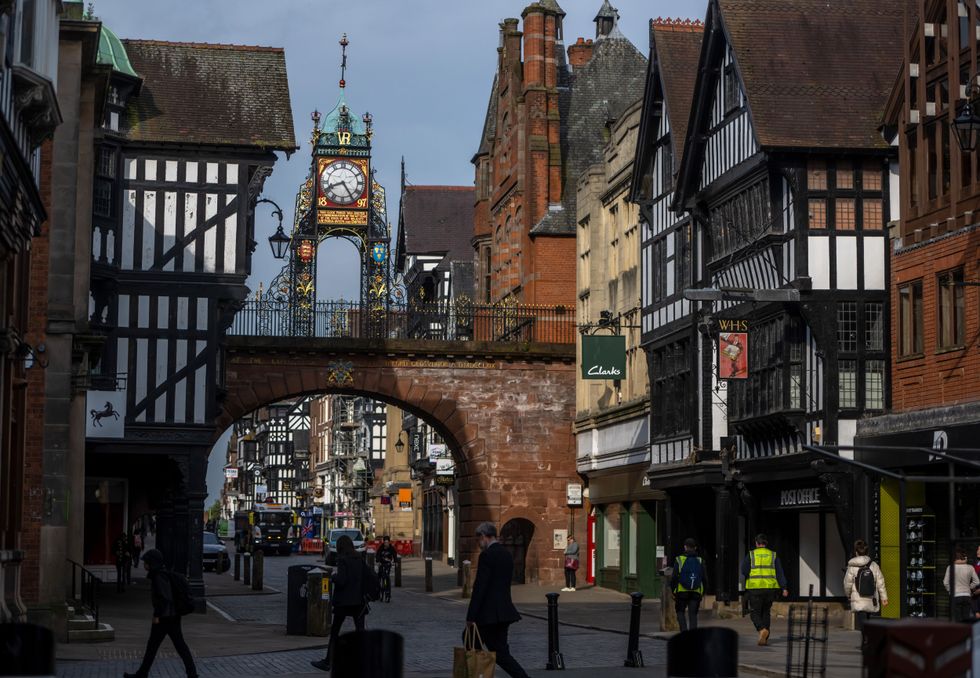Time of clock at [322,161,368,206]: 8:24
